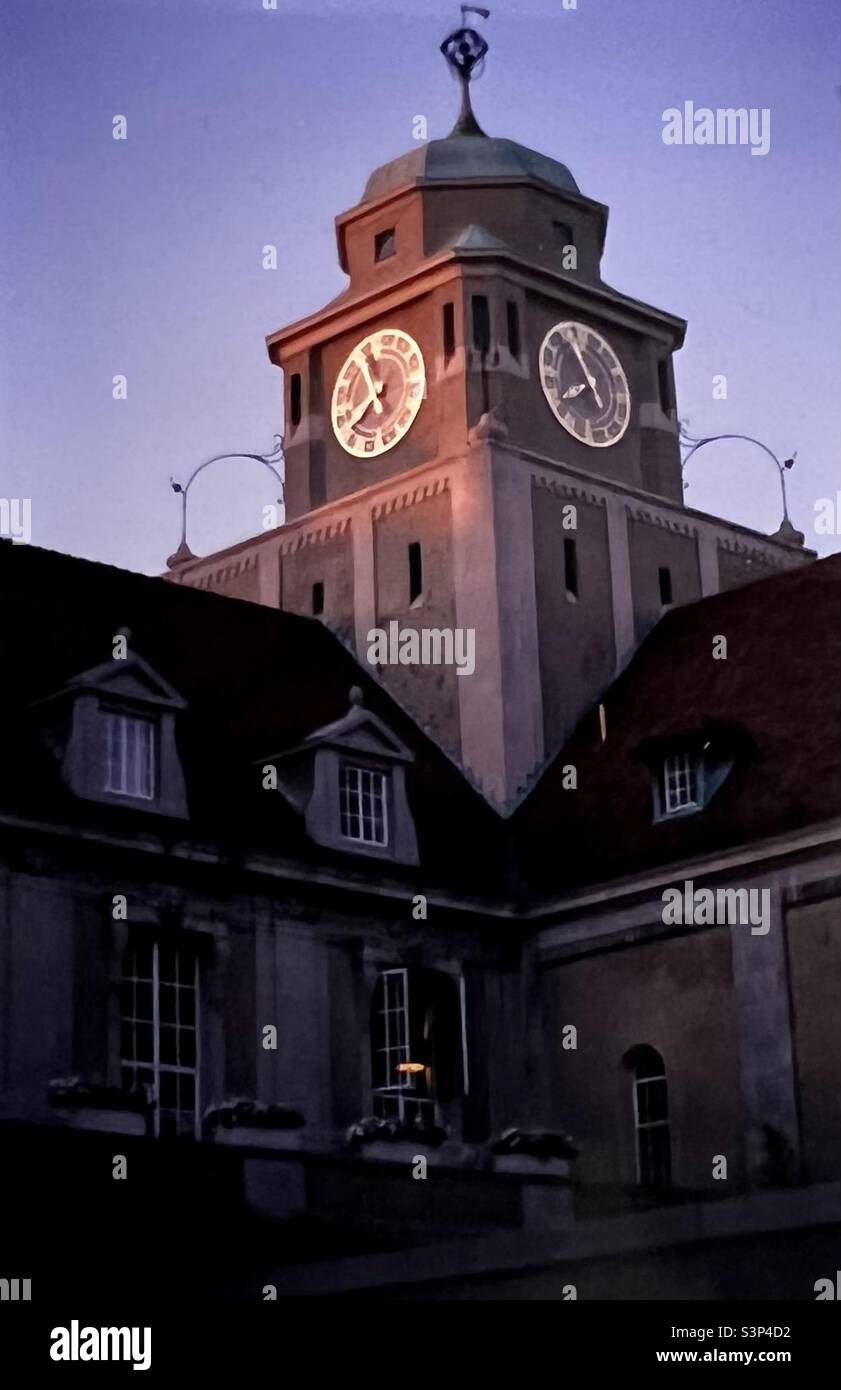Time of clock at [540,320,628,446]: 7:55
